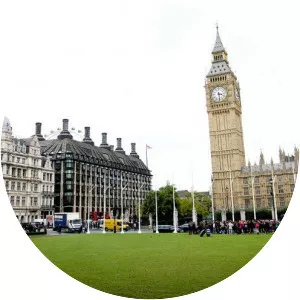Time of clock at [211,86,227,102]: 3:29
